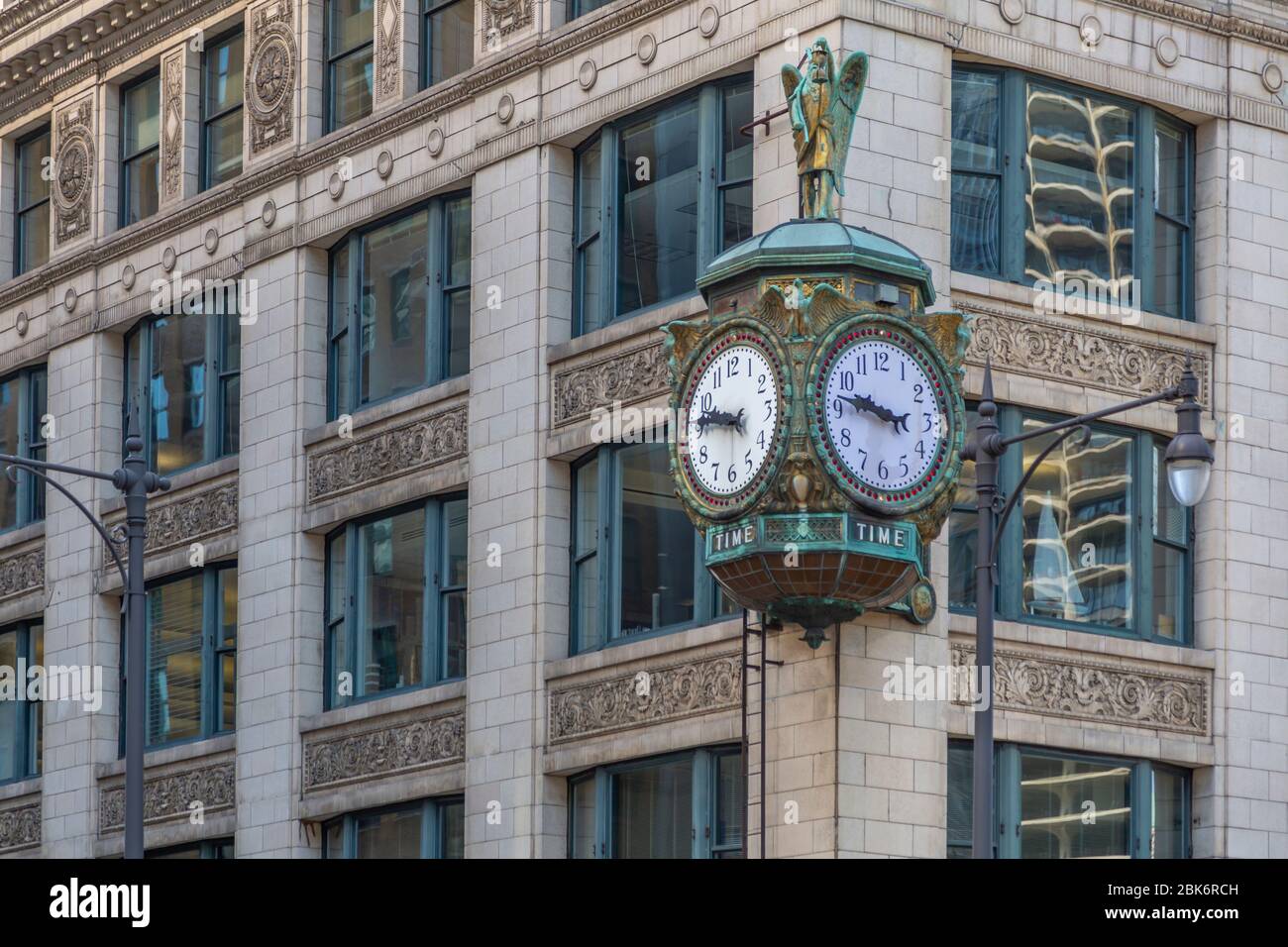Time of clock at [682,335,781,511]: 9:46
